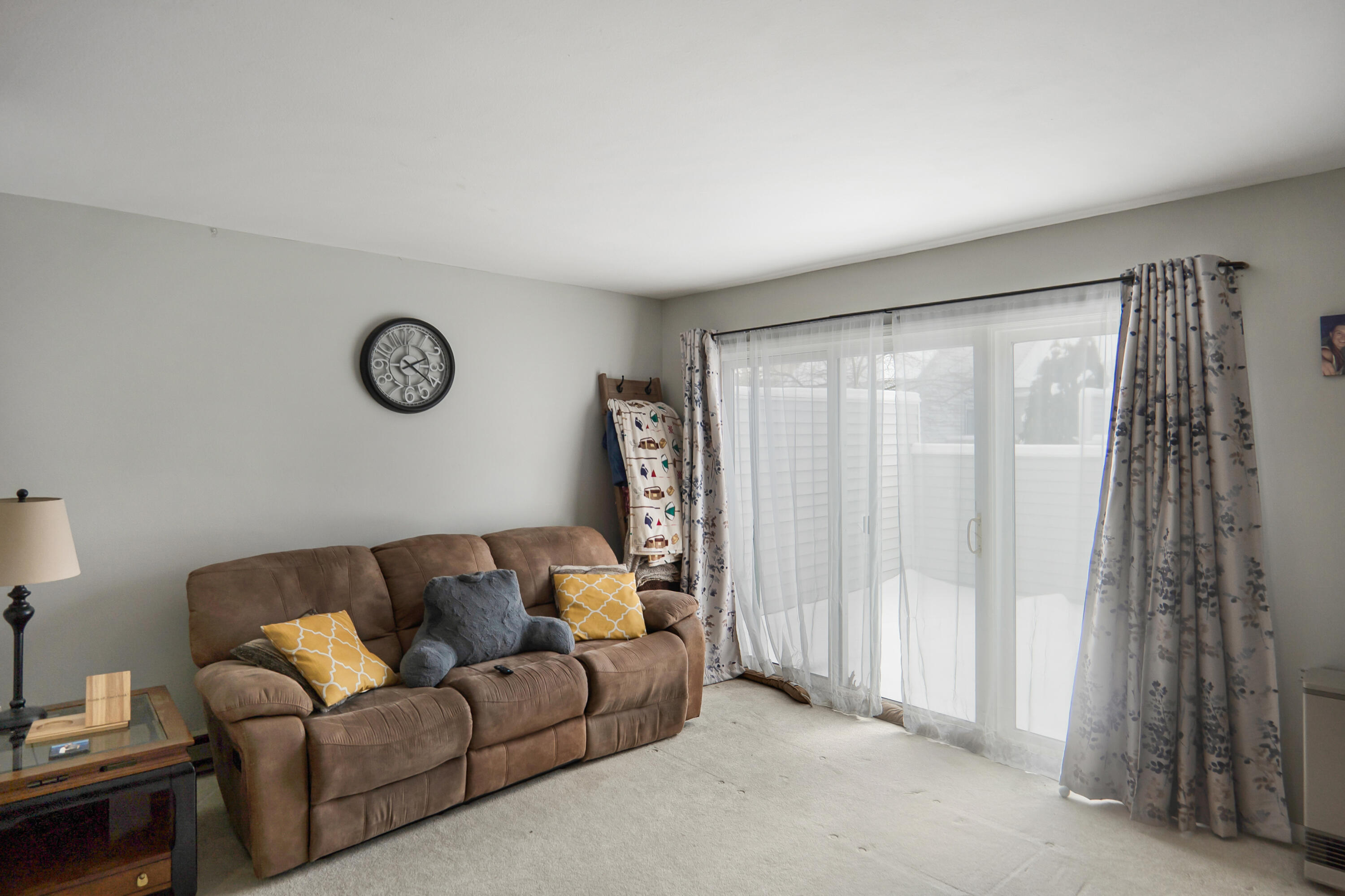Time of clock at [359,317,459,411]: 2:21
